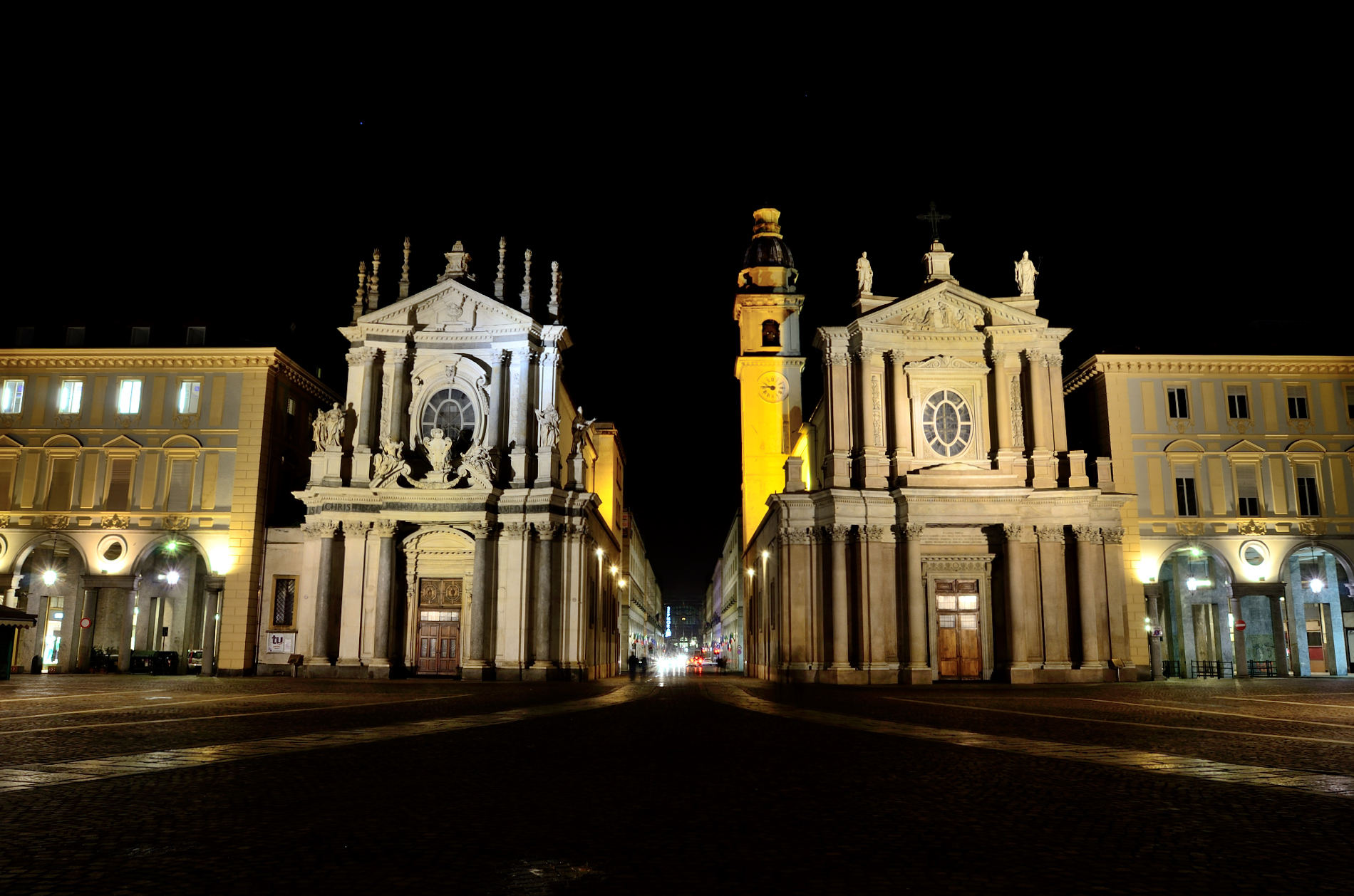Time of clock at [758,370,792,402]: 9:45
